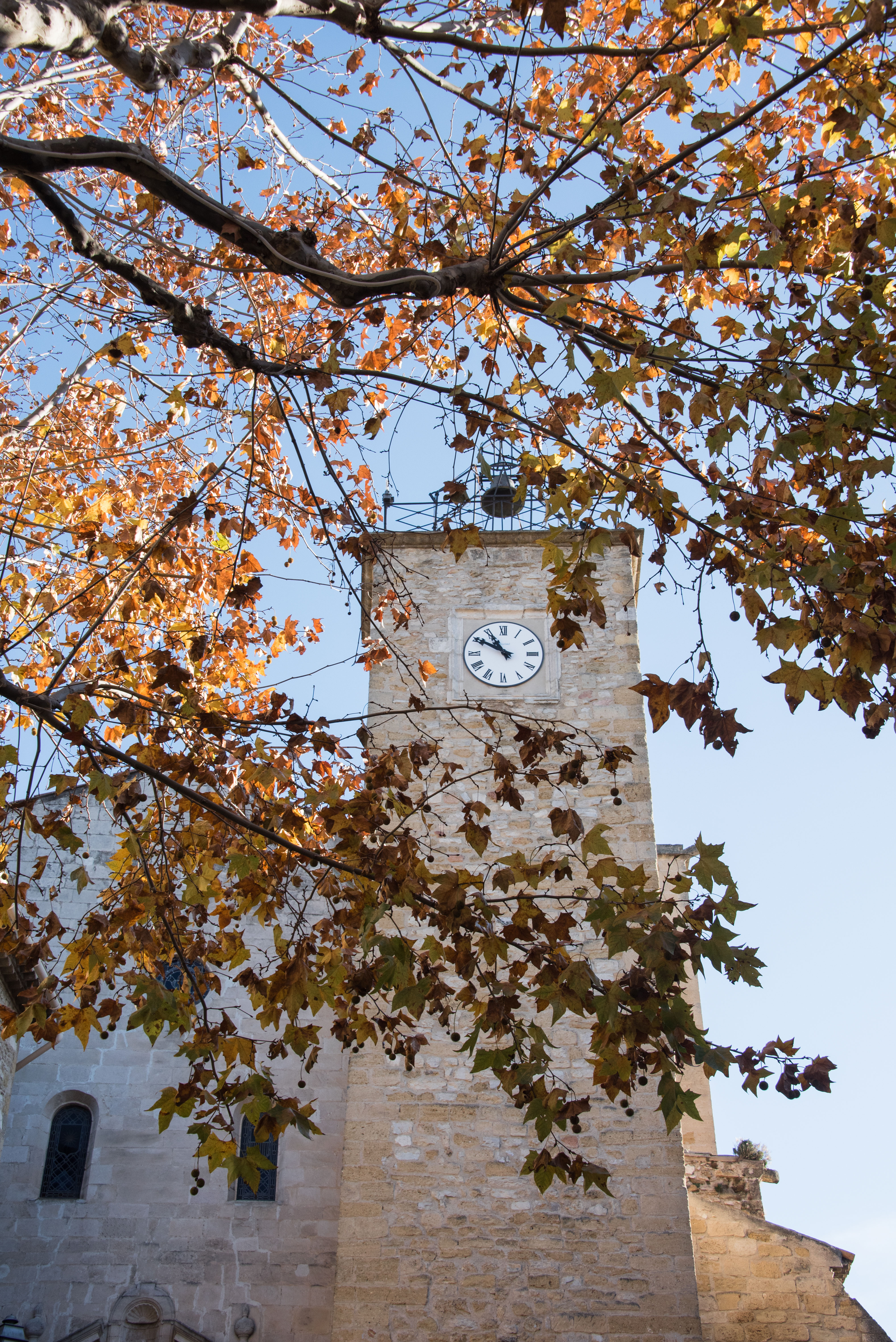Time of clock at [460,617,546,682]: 10:50
